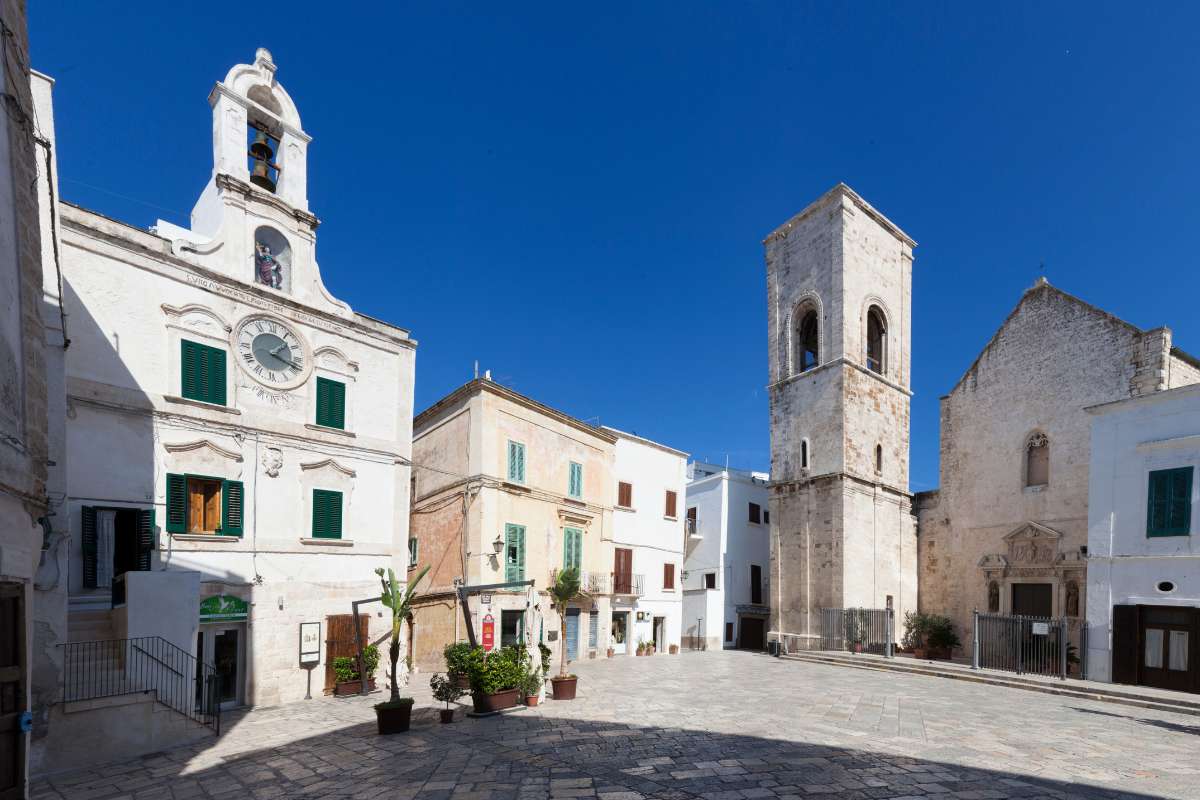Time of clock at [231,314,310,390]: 1:18
